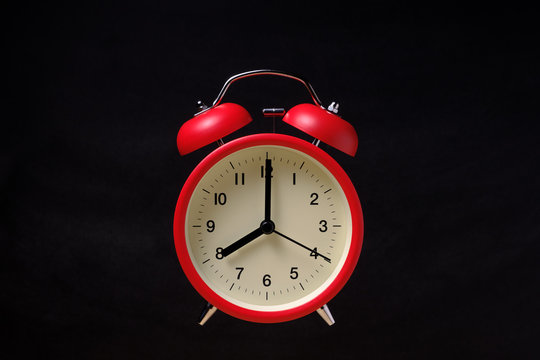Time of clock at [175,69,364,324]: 8:00
